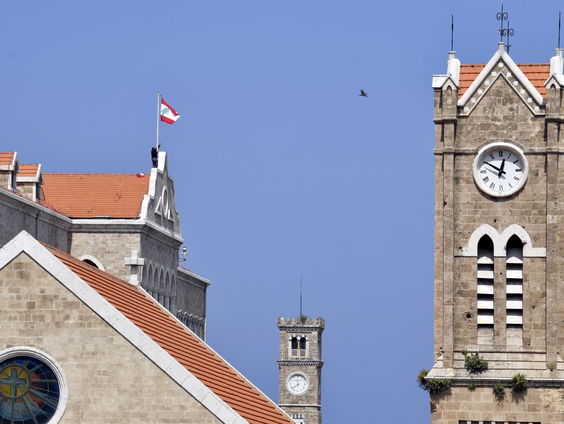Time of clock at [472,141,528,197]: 12:50
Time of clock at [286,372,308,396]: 11:38
